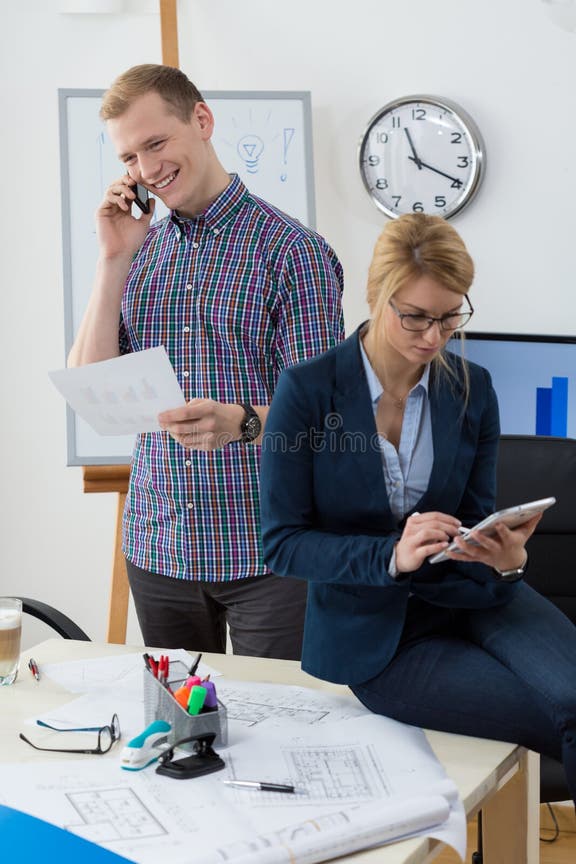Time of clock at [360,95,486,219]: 11:19
